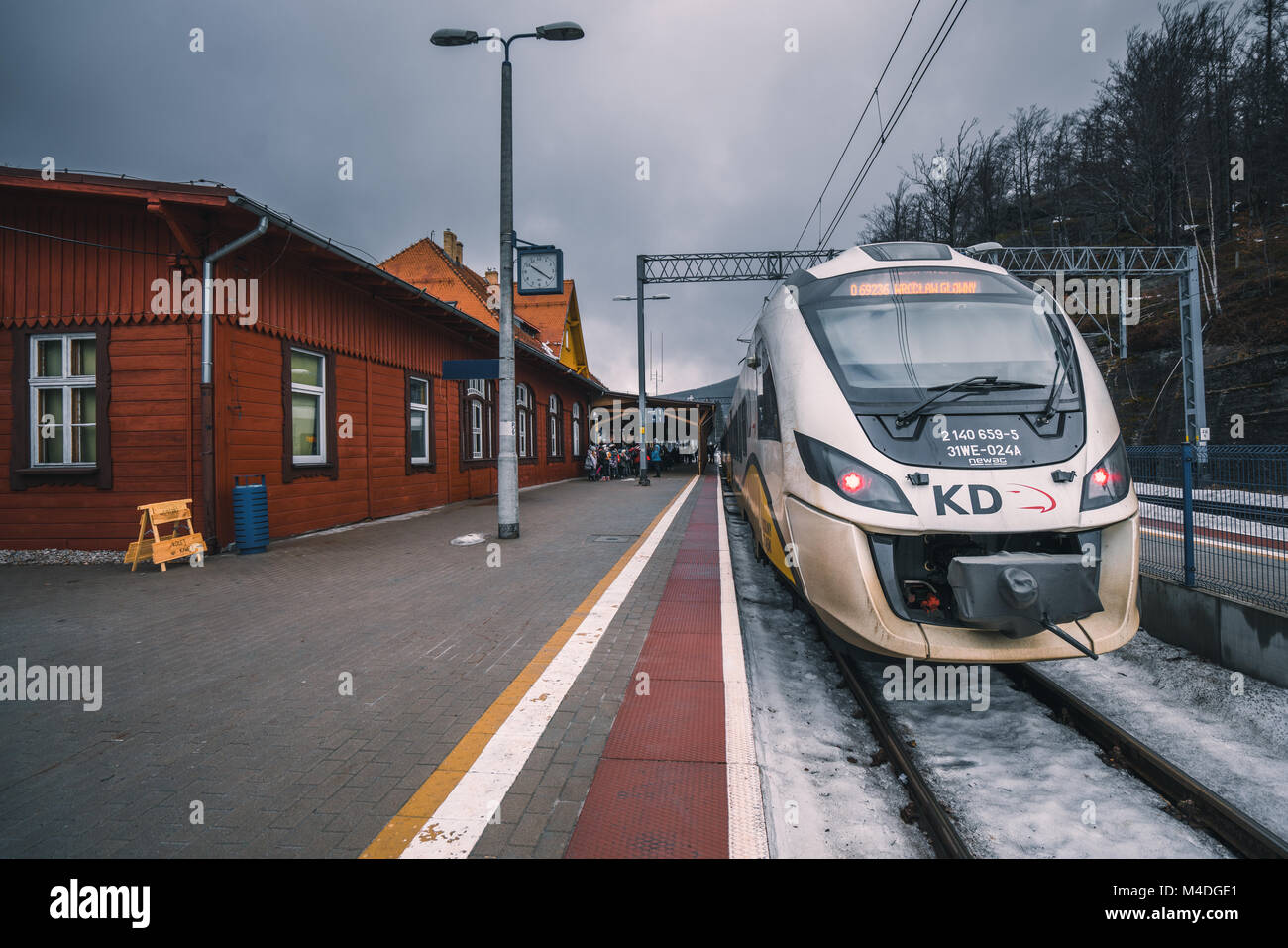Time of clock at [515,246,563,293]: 10:20
